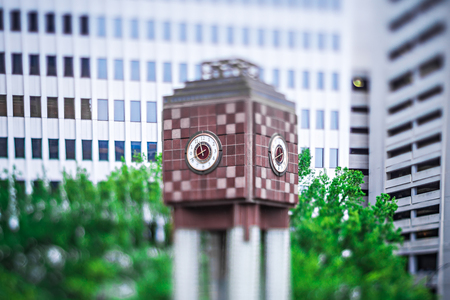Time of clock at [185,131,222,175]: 11:41
